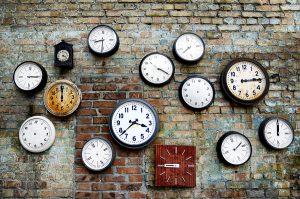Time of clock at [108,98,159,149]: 3:37
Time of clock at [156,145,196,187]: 8:45
